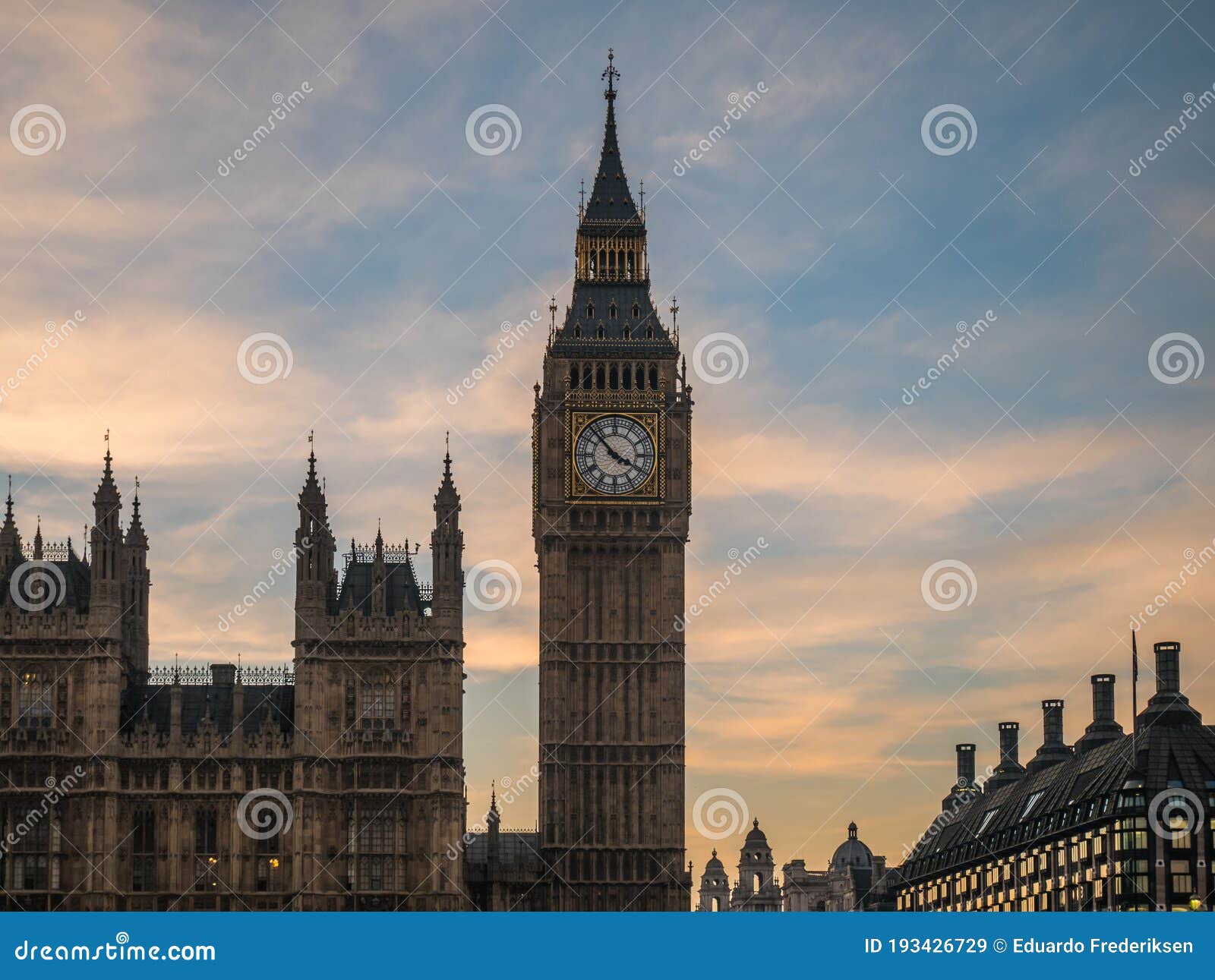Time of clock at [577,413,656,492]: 3:52
